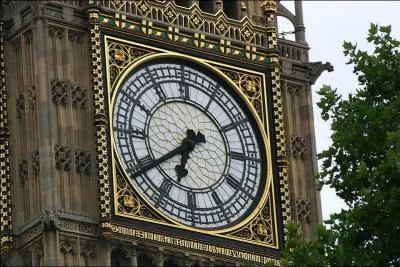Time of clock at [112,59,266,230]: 6:39
